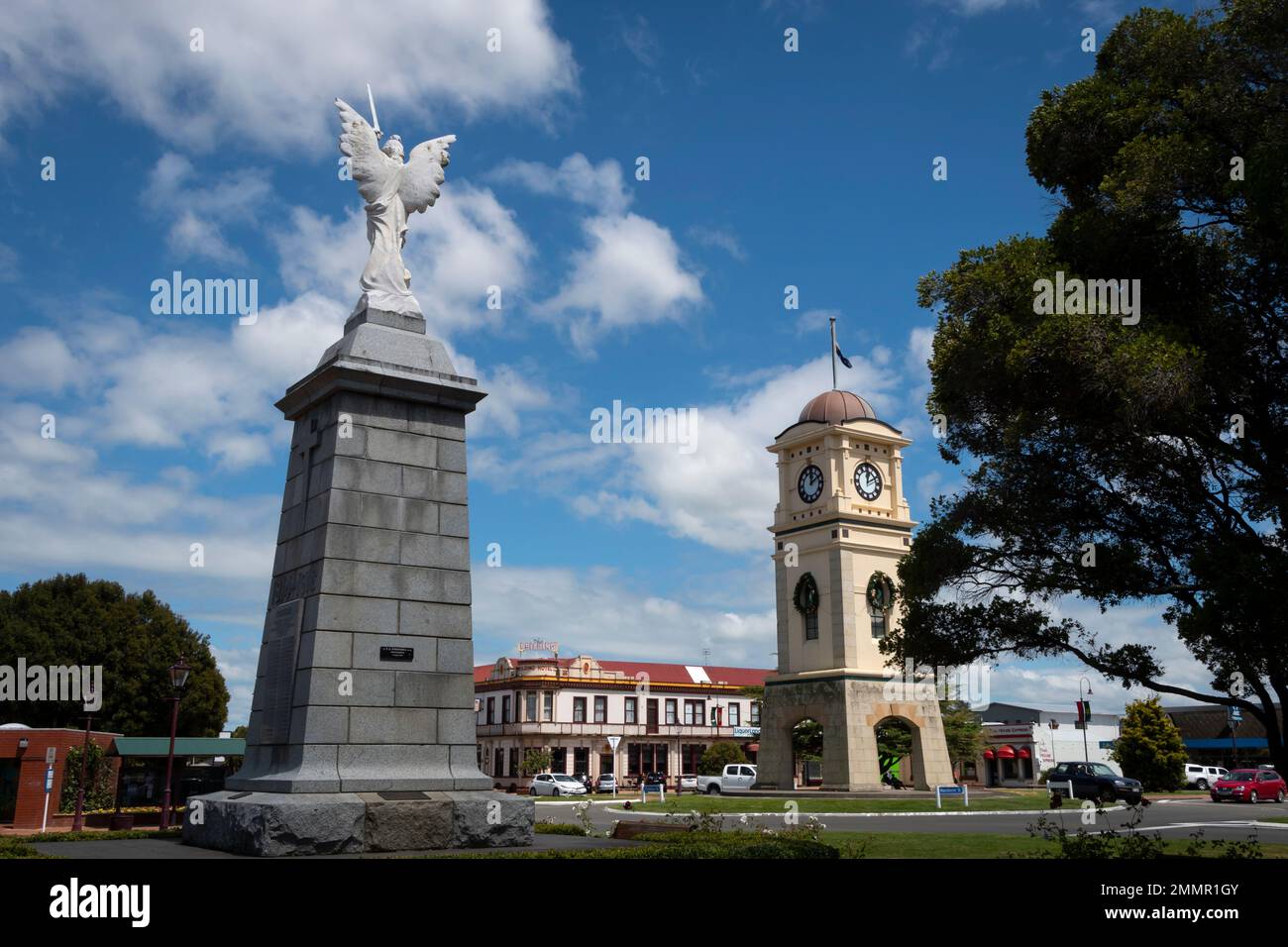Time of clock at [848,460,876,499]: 12:10
